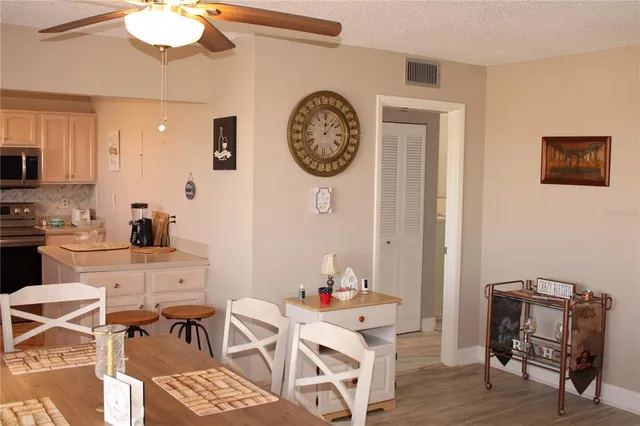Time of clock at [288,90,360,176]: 12:07
